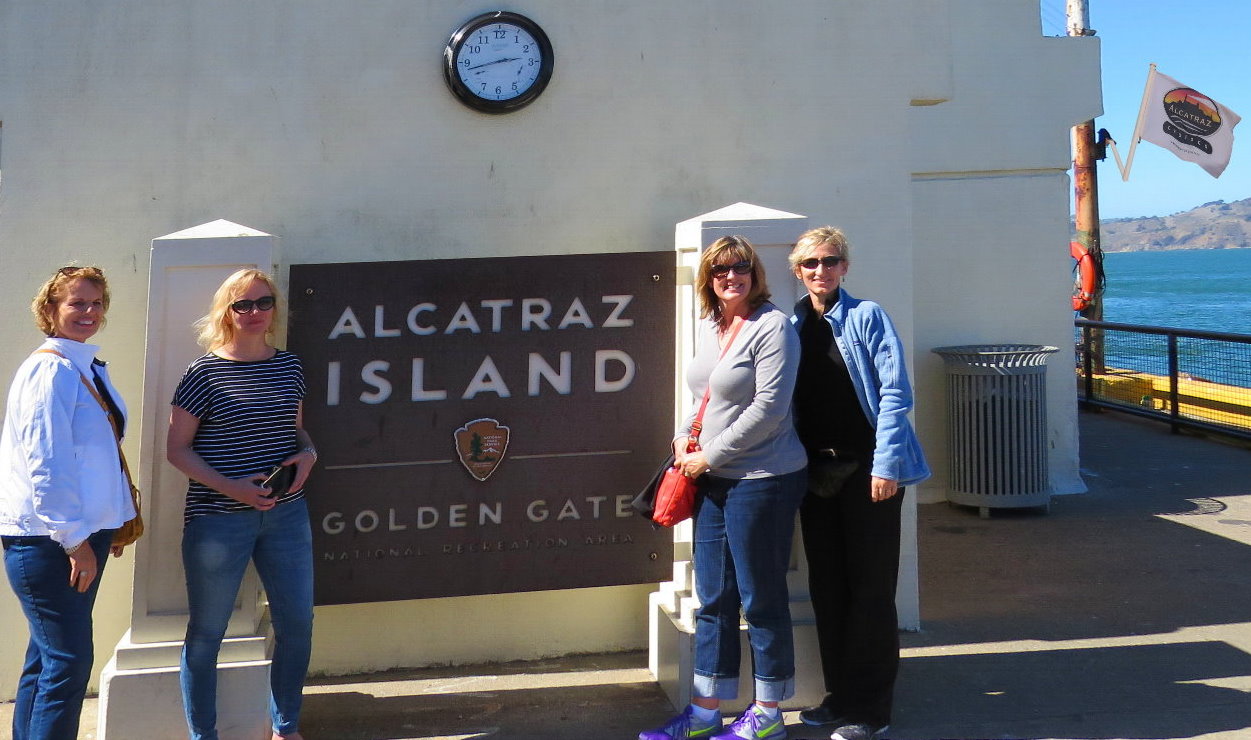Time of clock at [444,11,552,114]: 2:42
